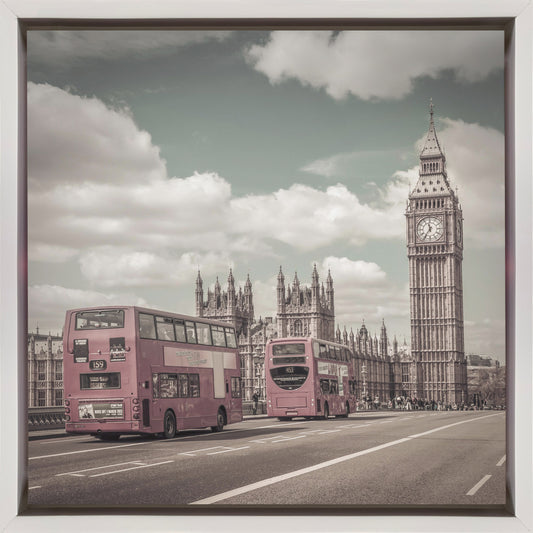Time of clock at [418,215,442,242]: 11:35
